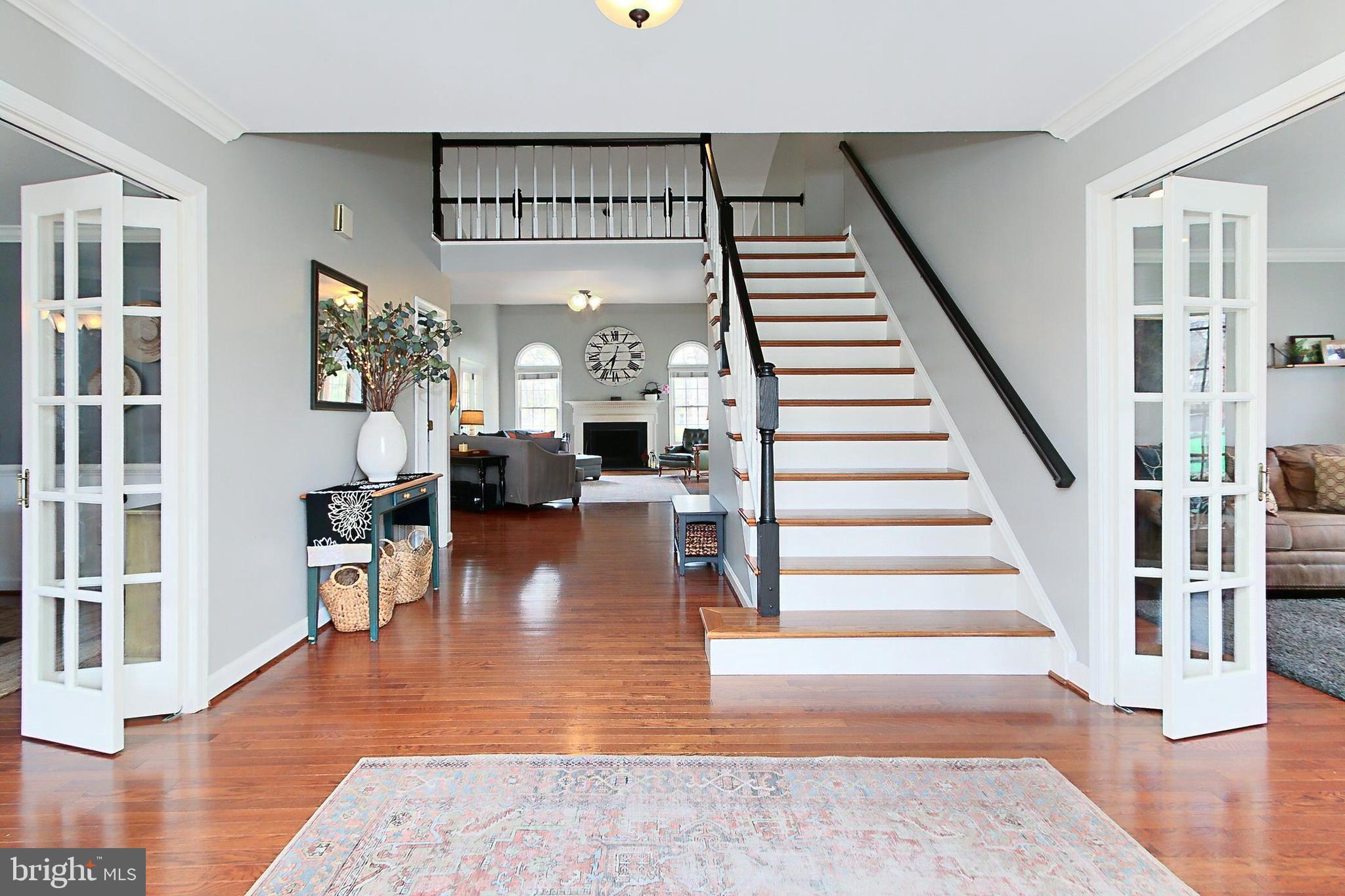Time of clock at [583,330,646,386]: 7:32
